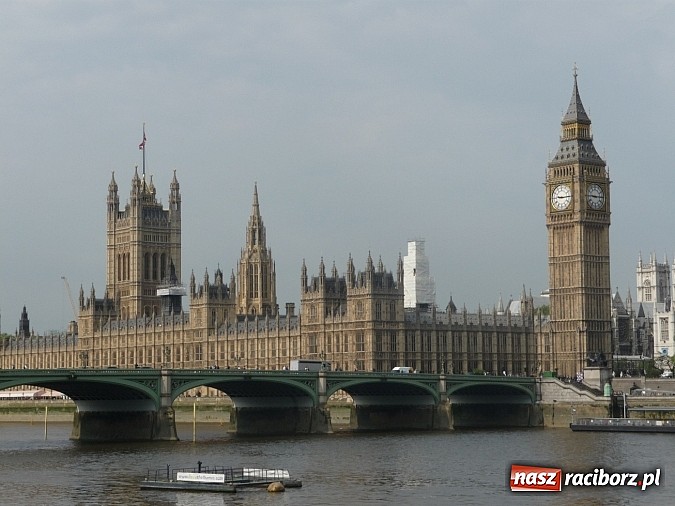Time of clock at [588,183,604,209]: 9:14
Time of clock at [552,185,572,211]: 9:14
